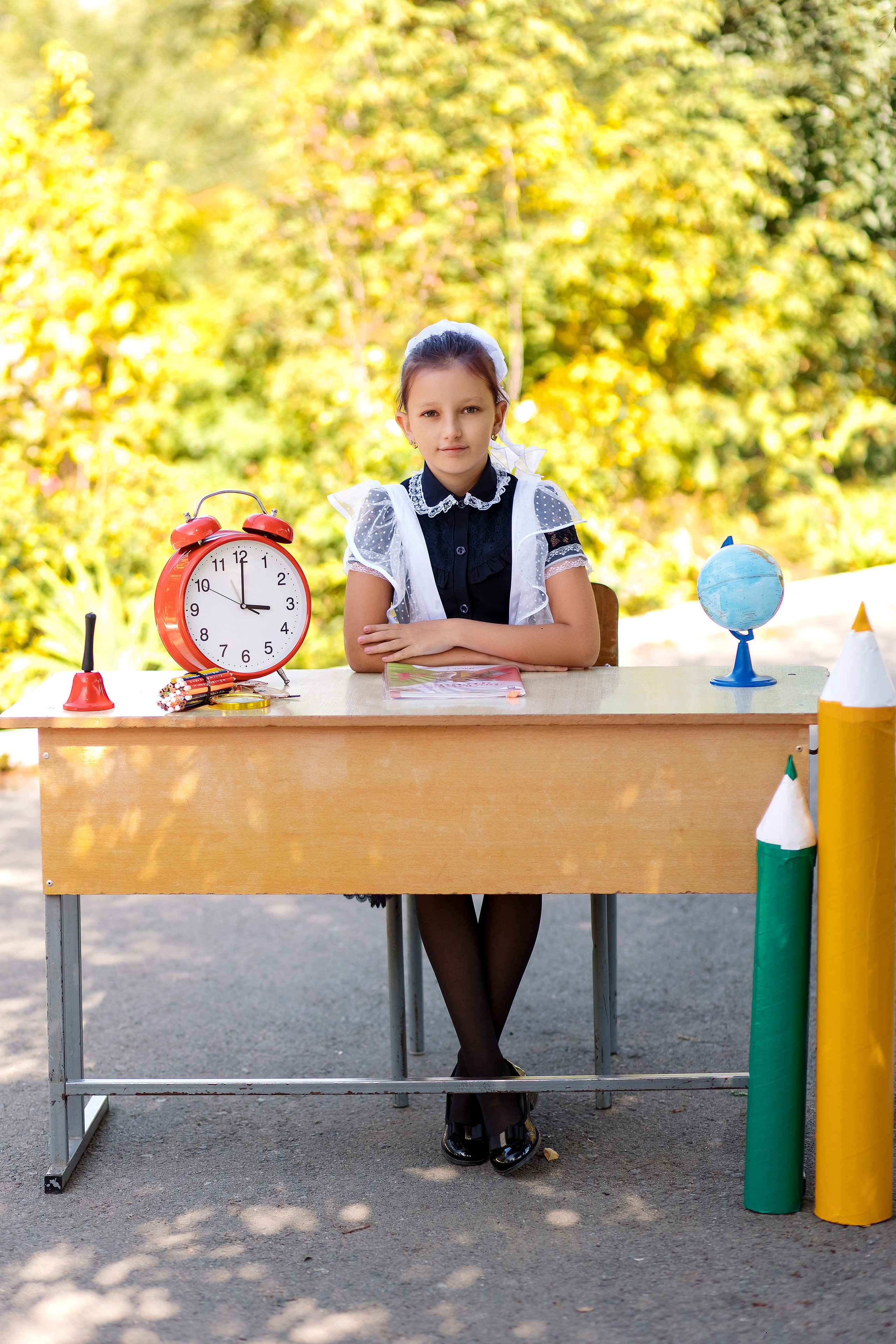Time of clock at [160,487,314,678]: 3:00
